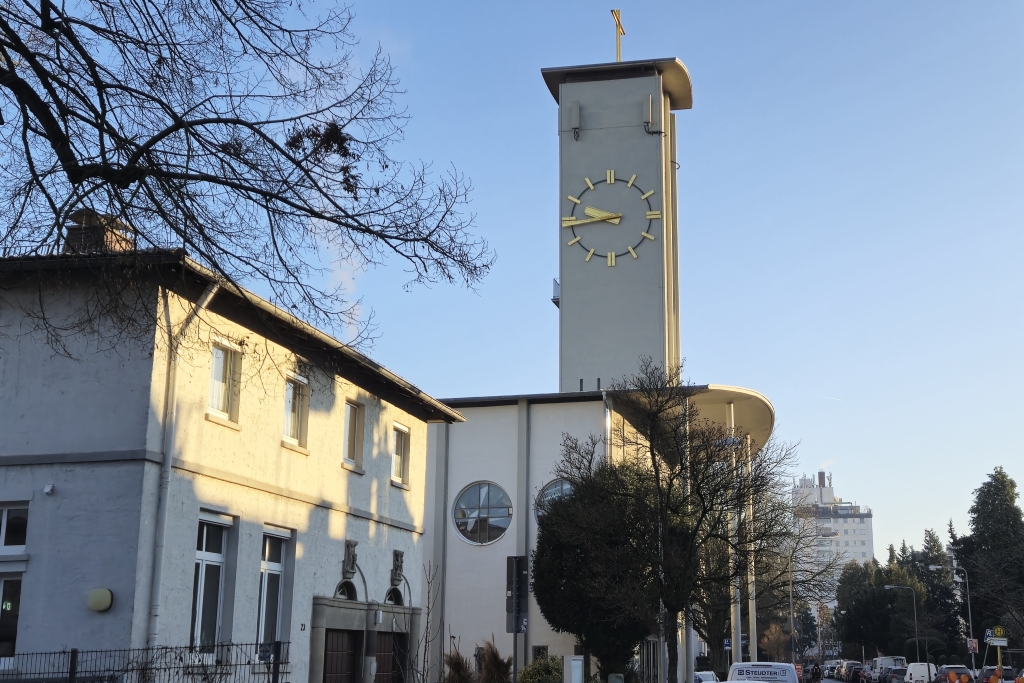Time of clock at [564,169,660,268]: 9:43
